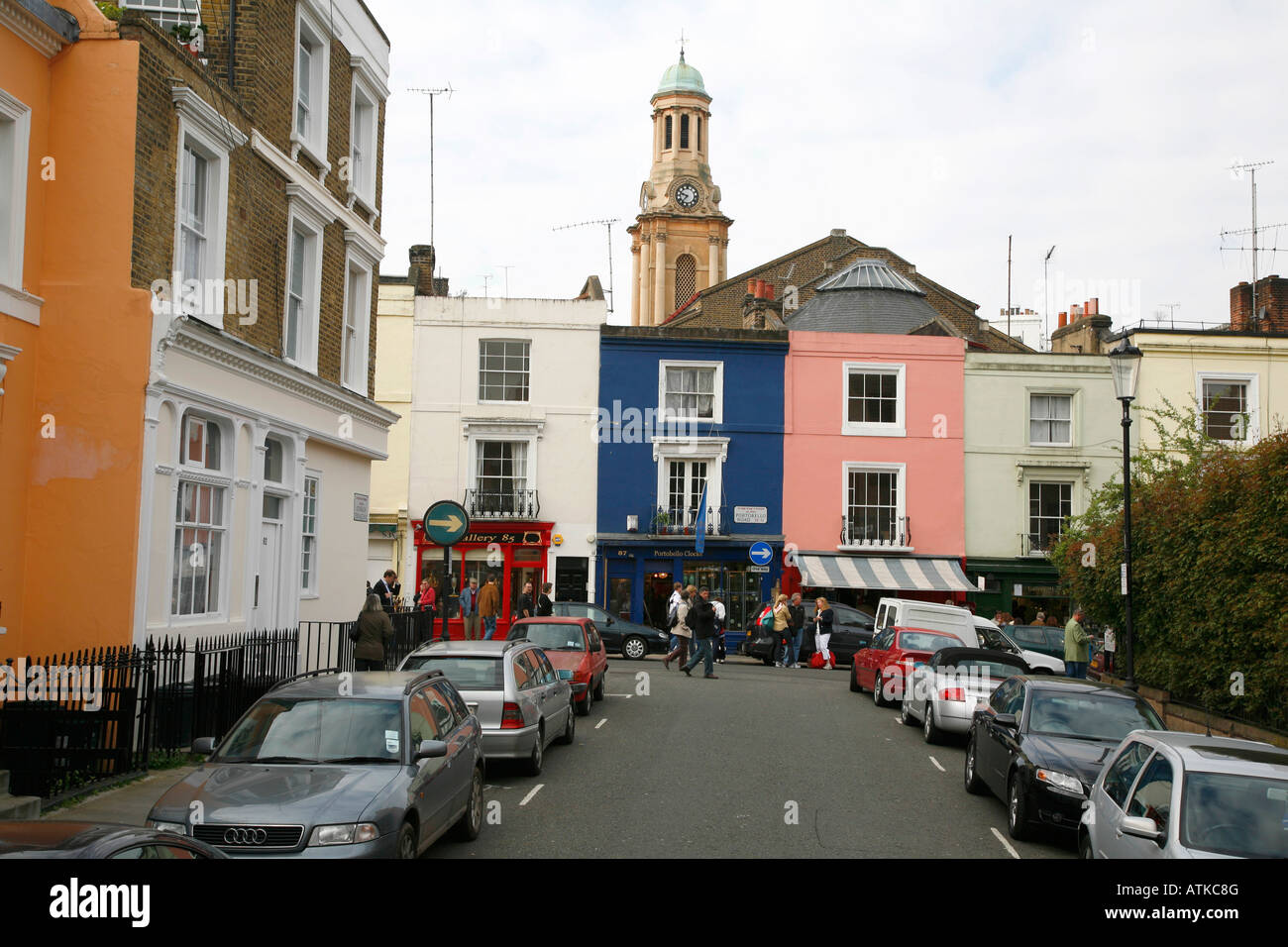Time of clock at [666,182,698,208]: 9:36
